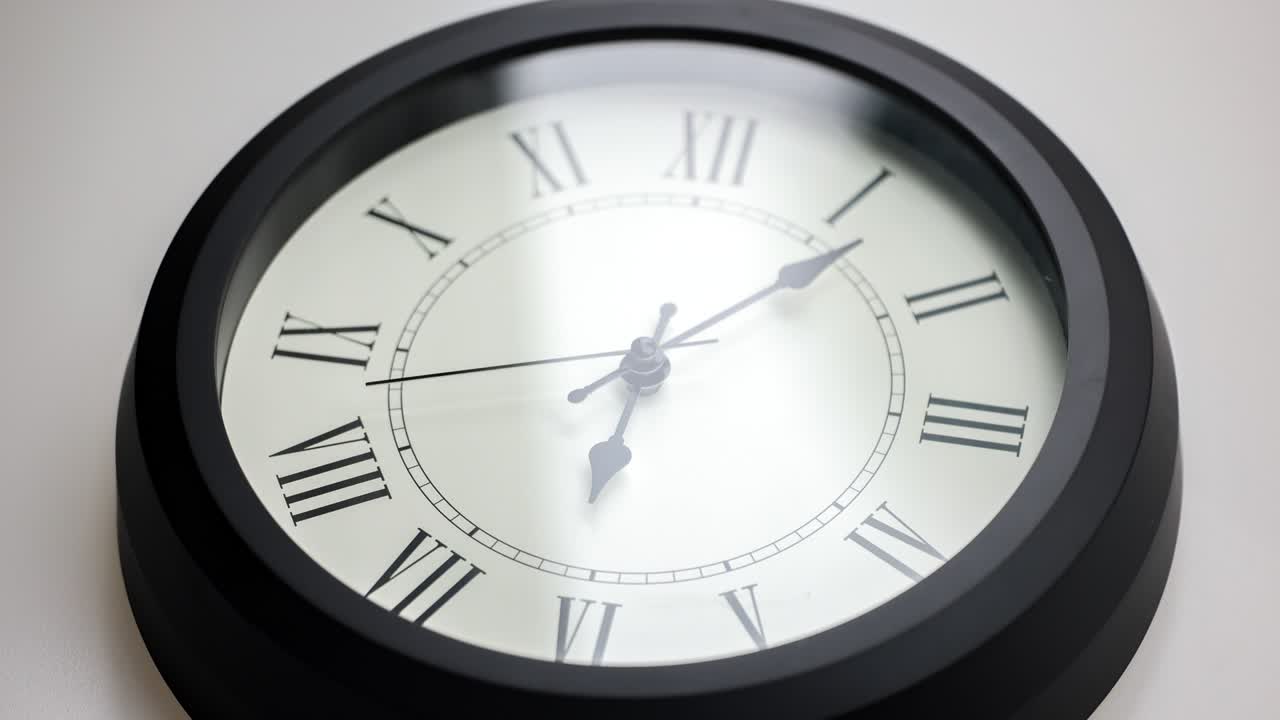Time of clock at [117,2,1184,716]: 6:07
